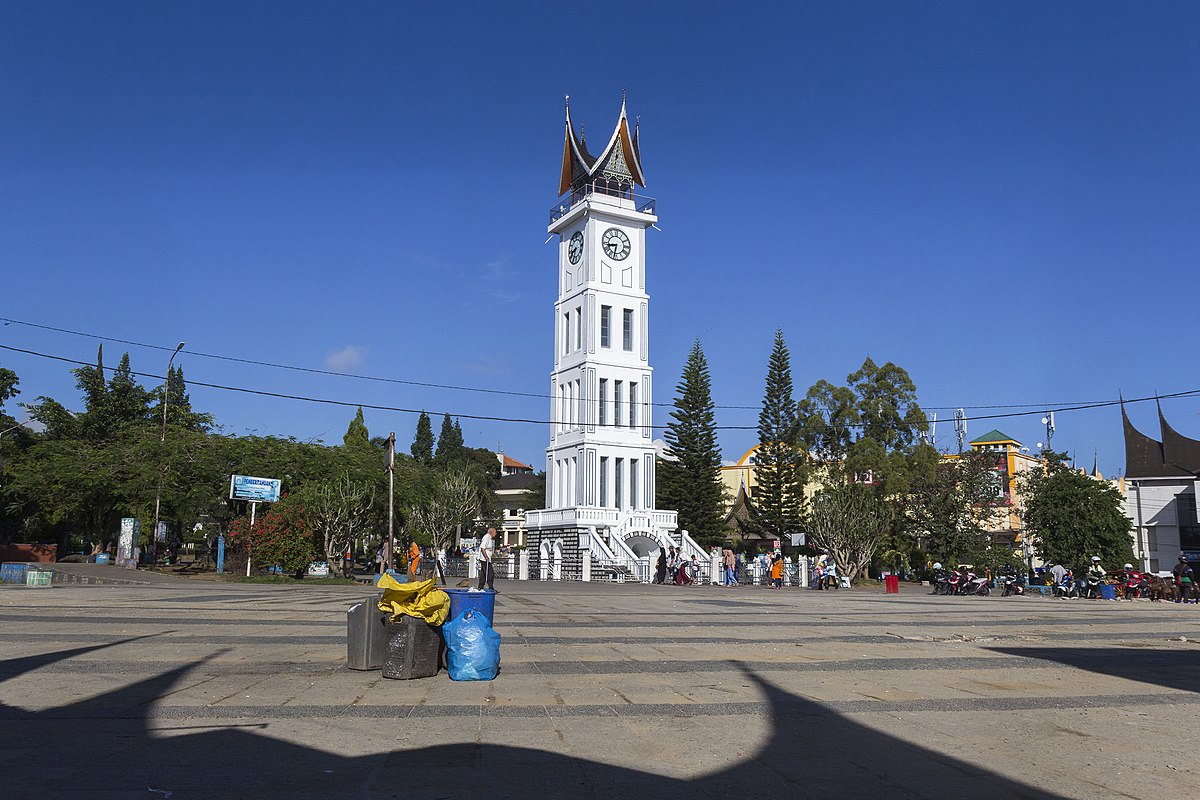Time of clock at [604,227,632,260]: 8:32
